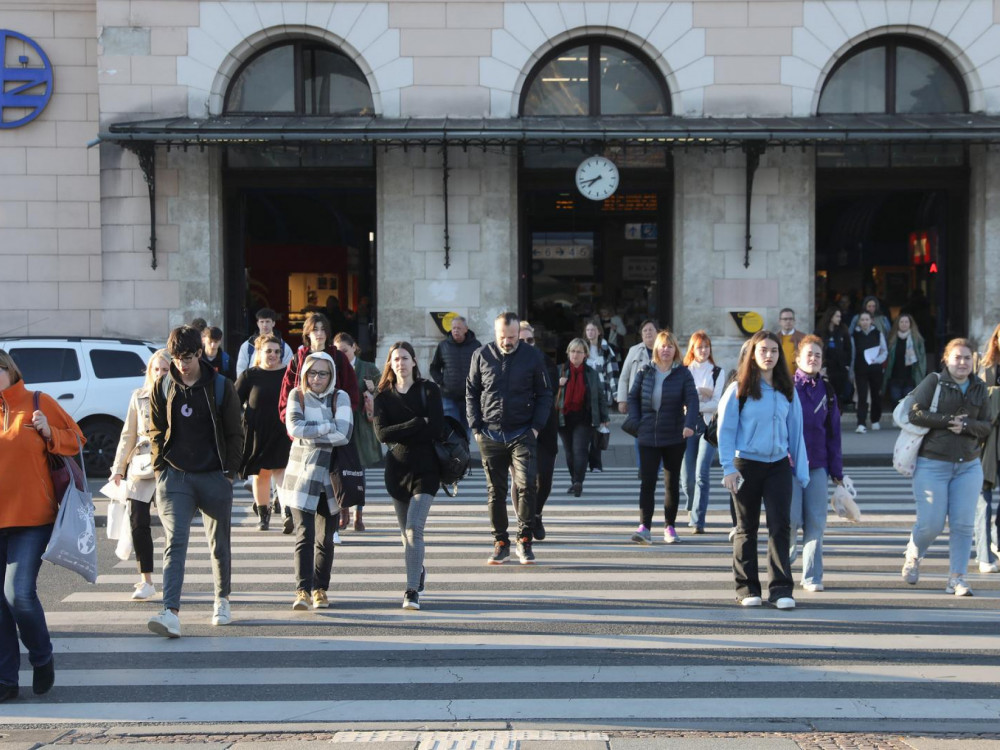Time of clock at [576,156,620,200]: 7:42
